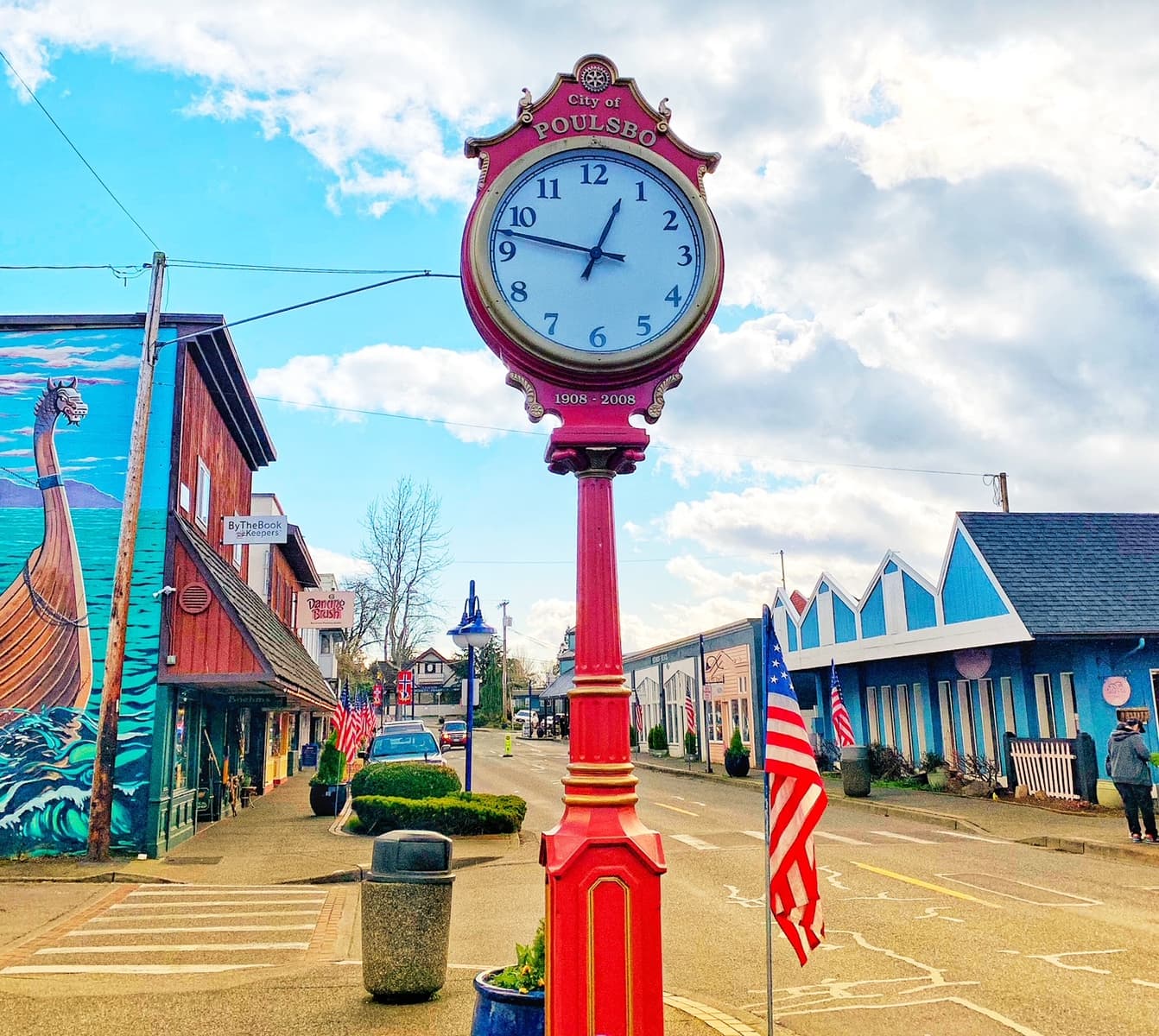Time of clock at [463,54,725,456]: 12:47
